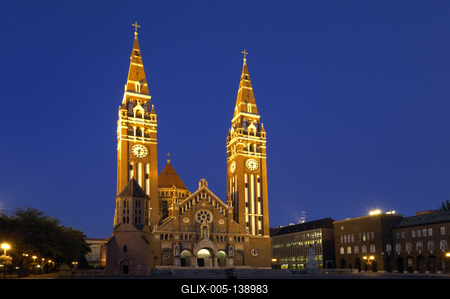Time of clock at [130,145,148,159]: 6:14
